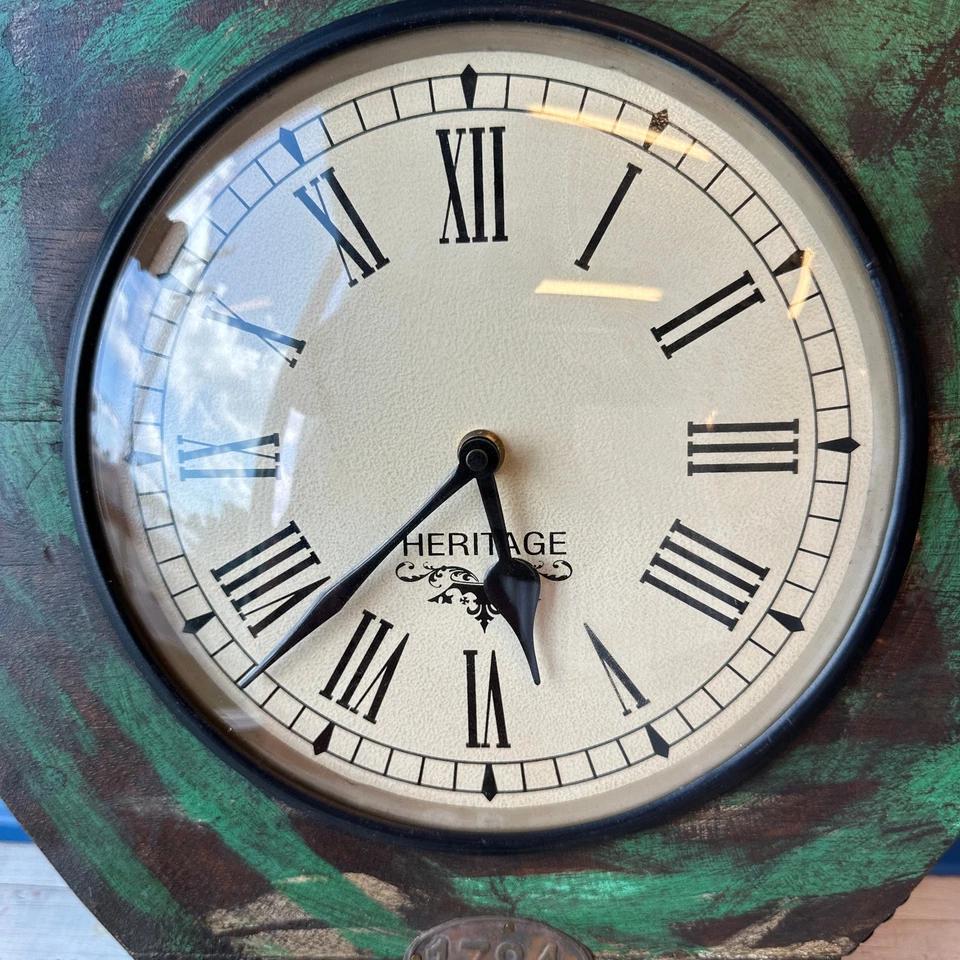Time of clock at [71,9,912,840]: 5:37
